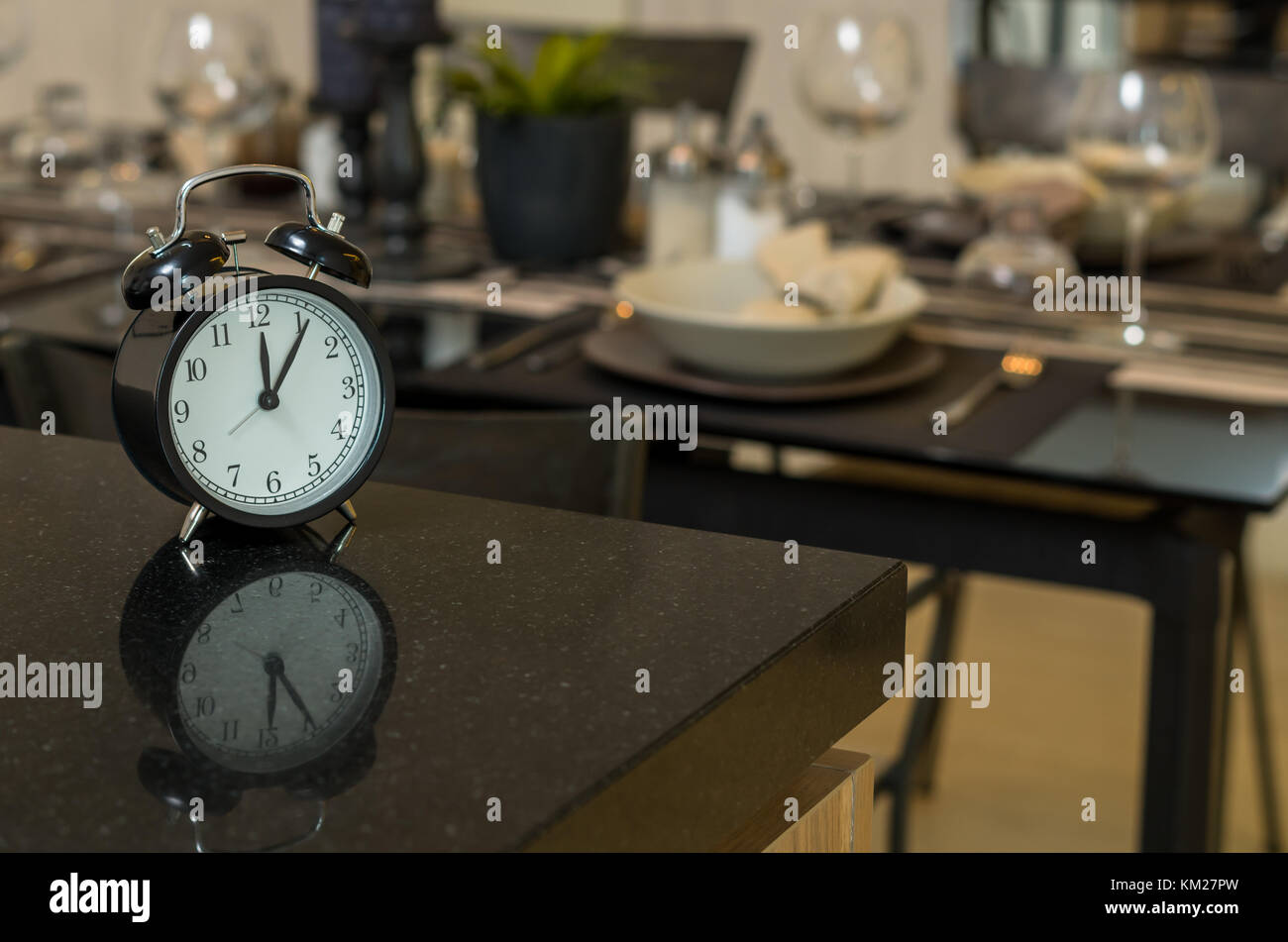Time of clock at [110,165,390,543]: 12:05
